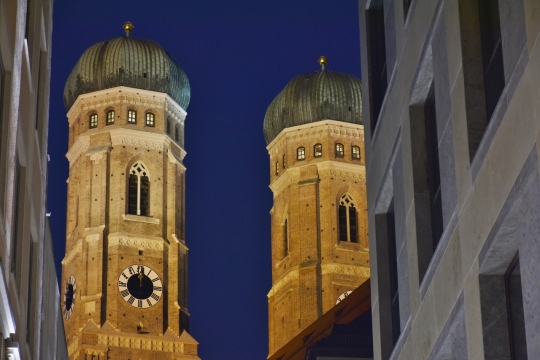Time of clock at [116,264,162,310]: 12:01
